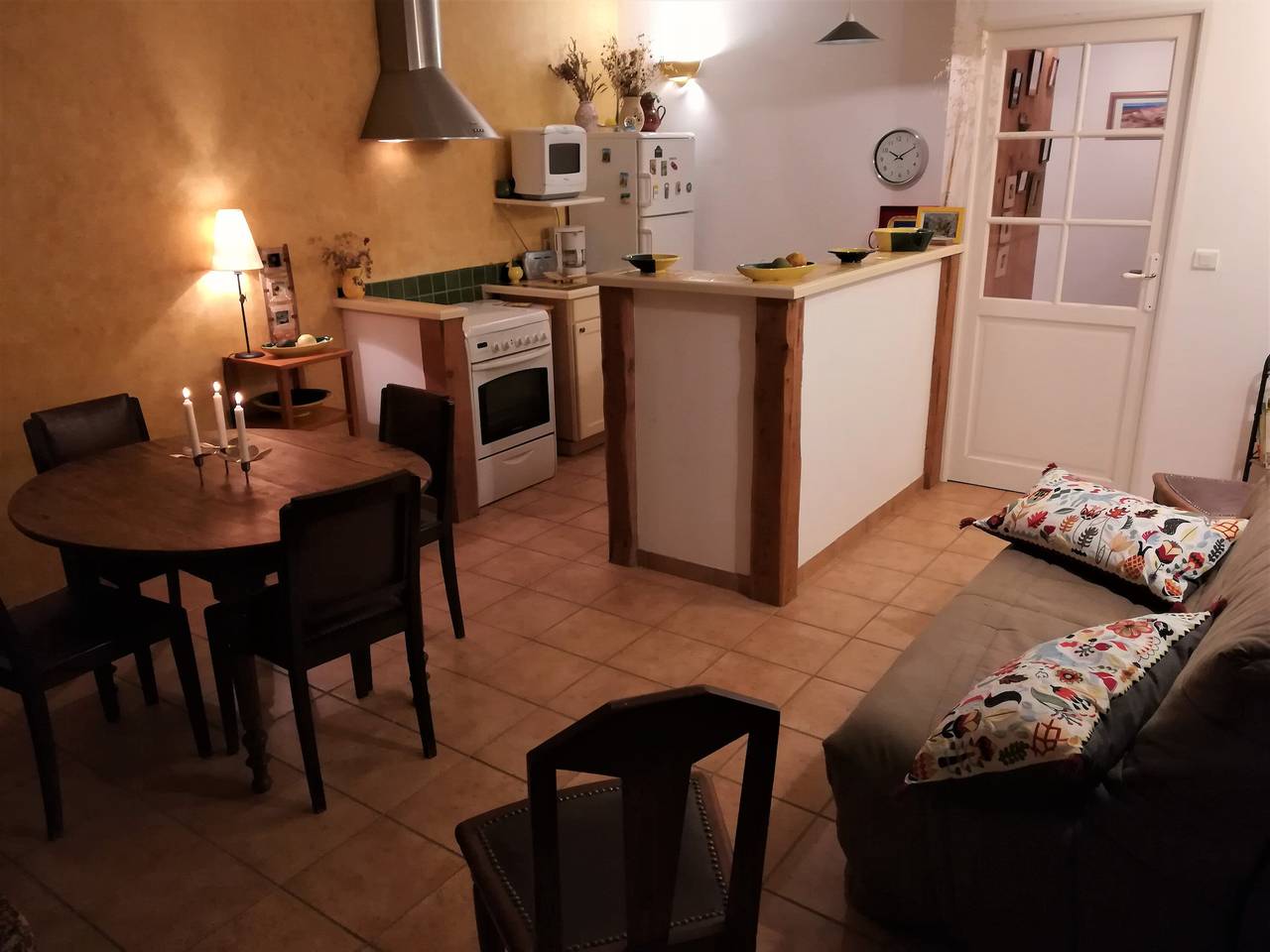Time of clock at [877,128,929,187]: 10:11
